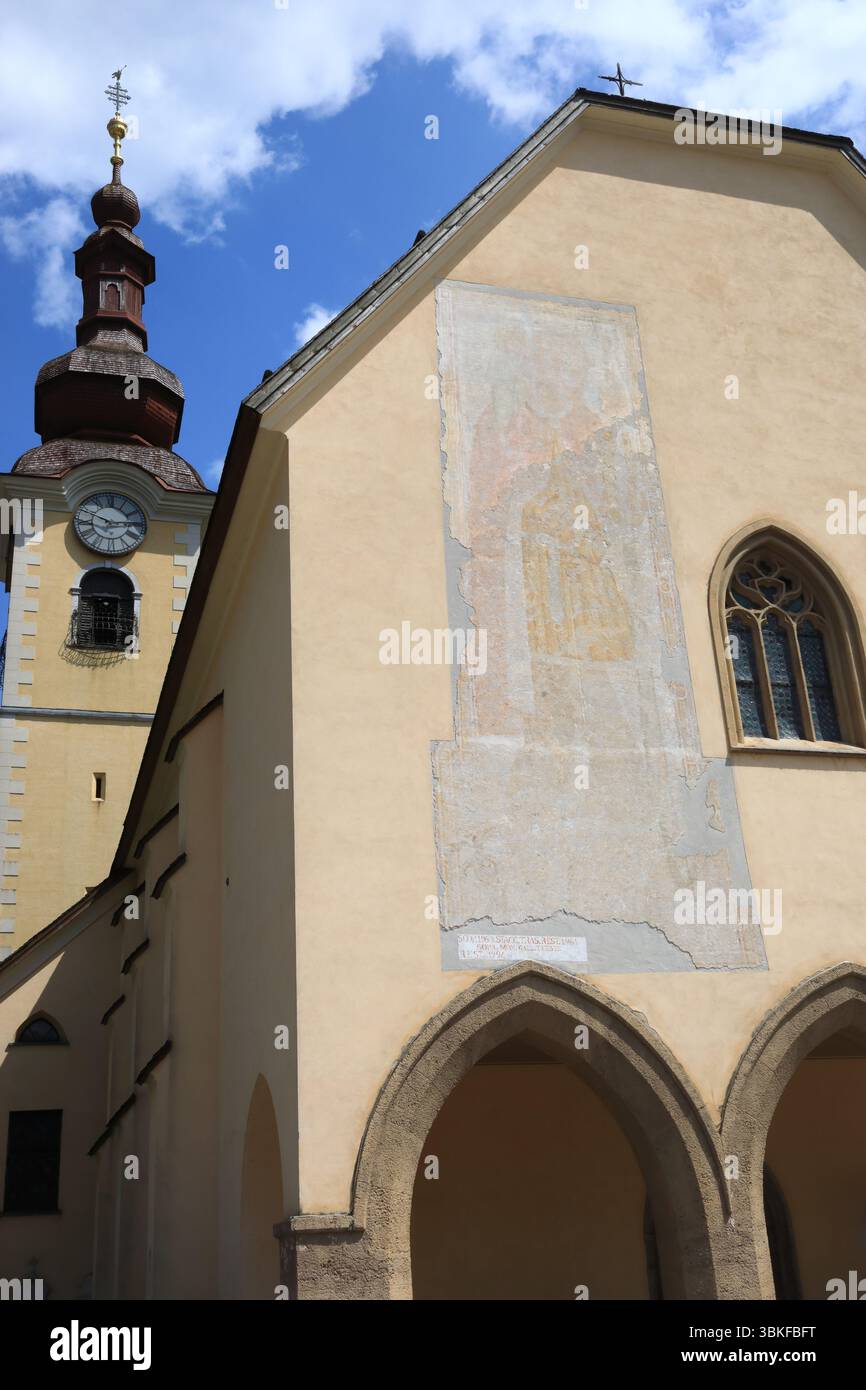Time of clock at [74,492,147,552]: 2:48
